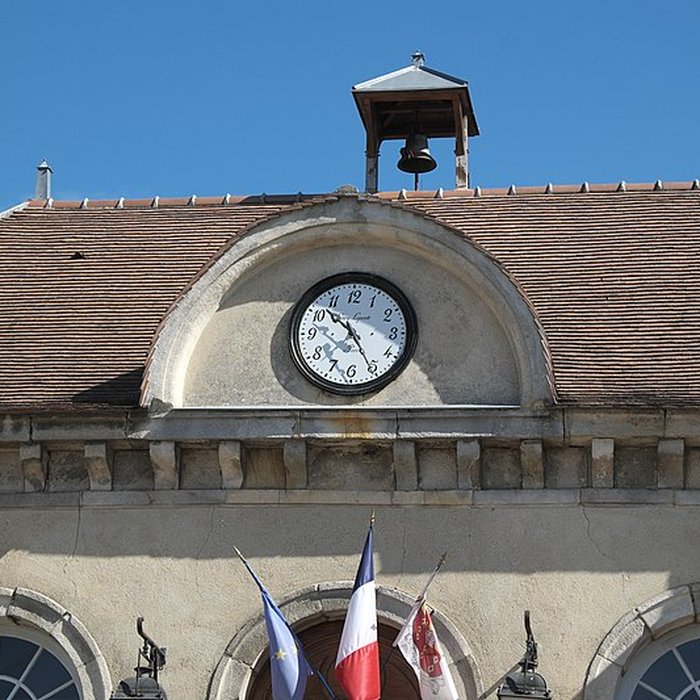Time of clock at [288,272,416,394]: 7:25
